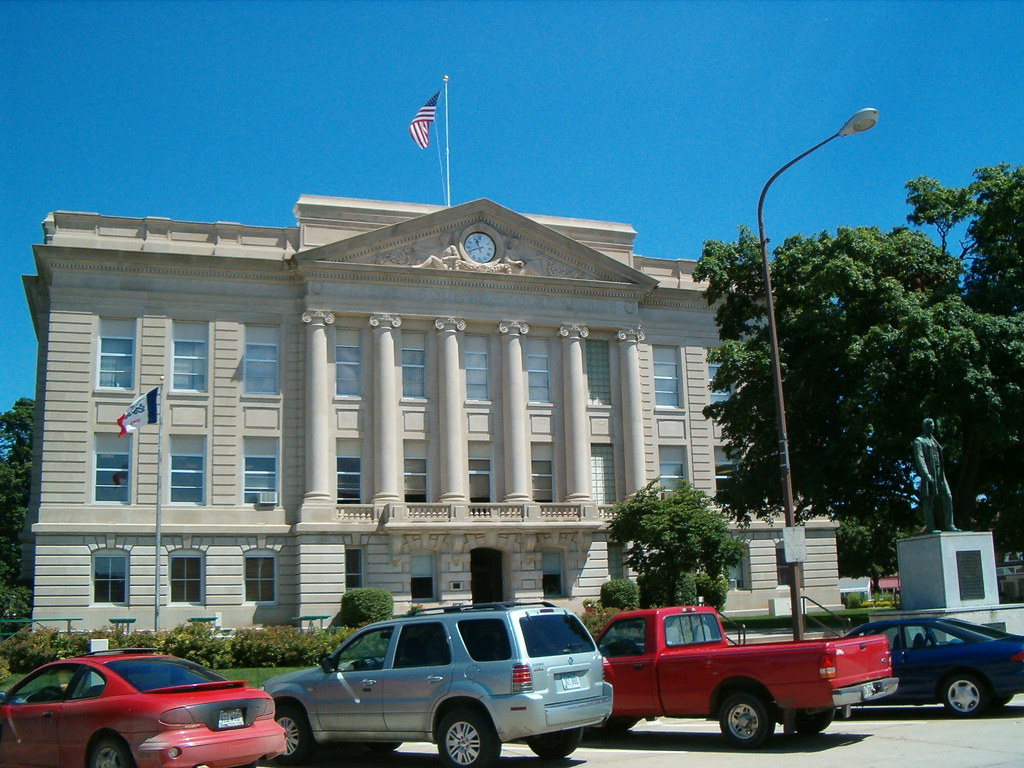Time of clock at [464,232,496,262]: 11:41
